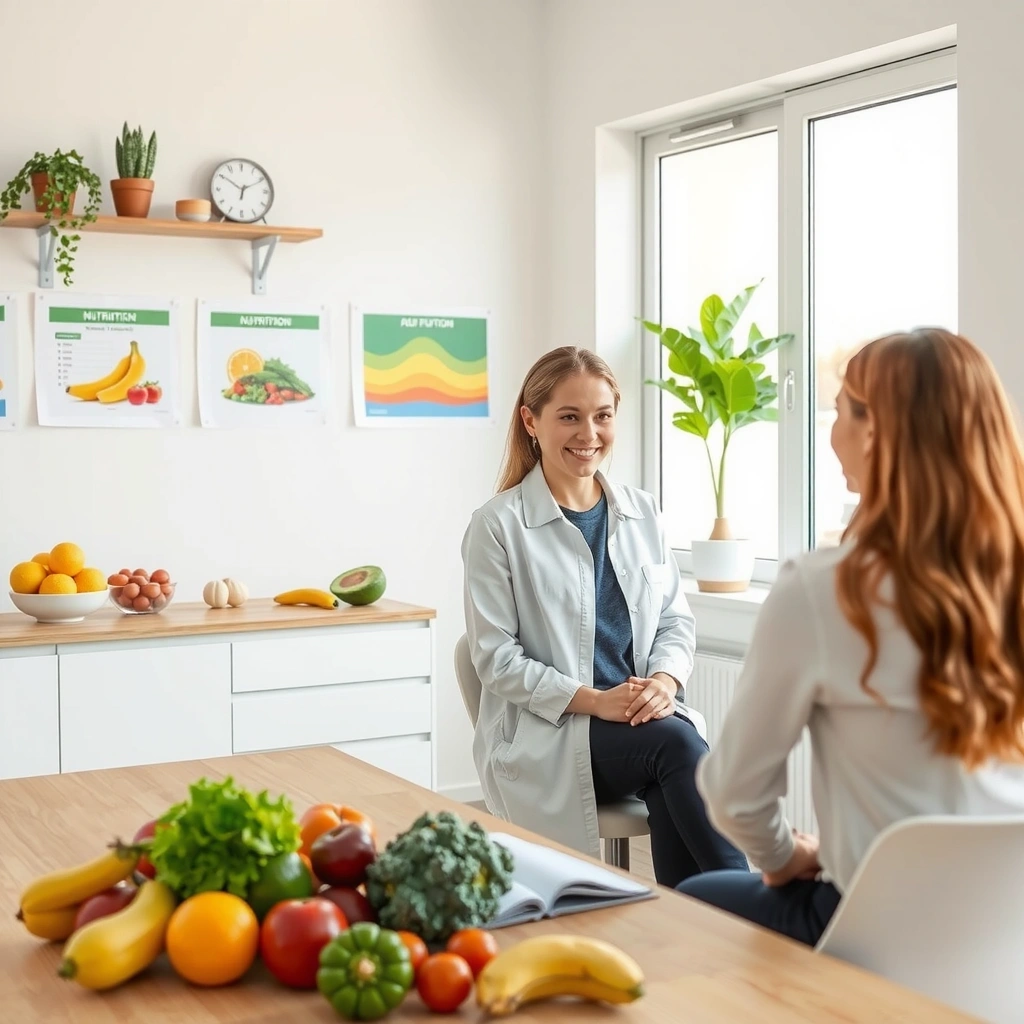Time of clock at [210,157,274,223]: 6:10
